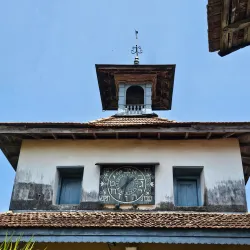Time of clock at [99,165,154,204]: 1:32
